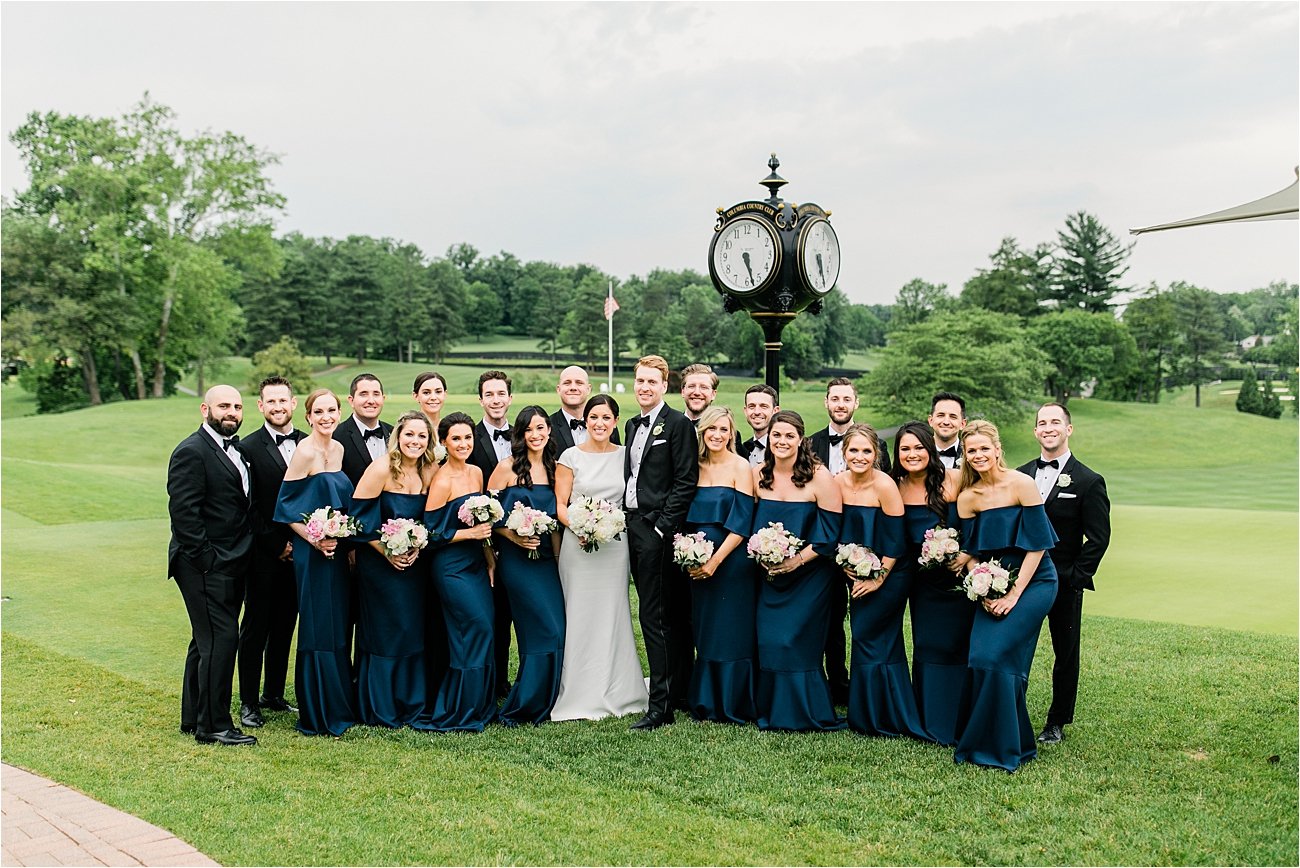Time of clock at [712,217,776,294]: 5:27
